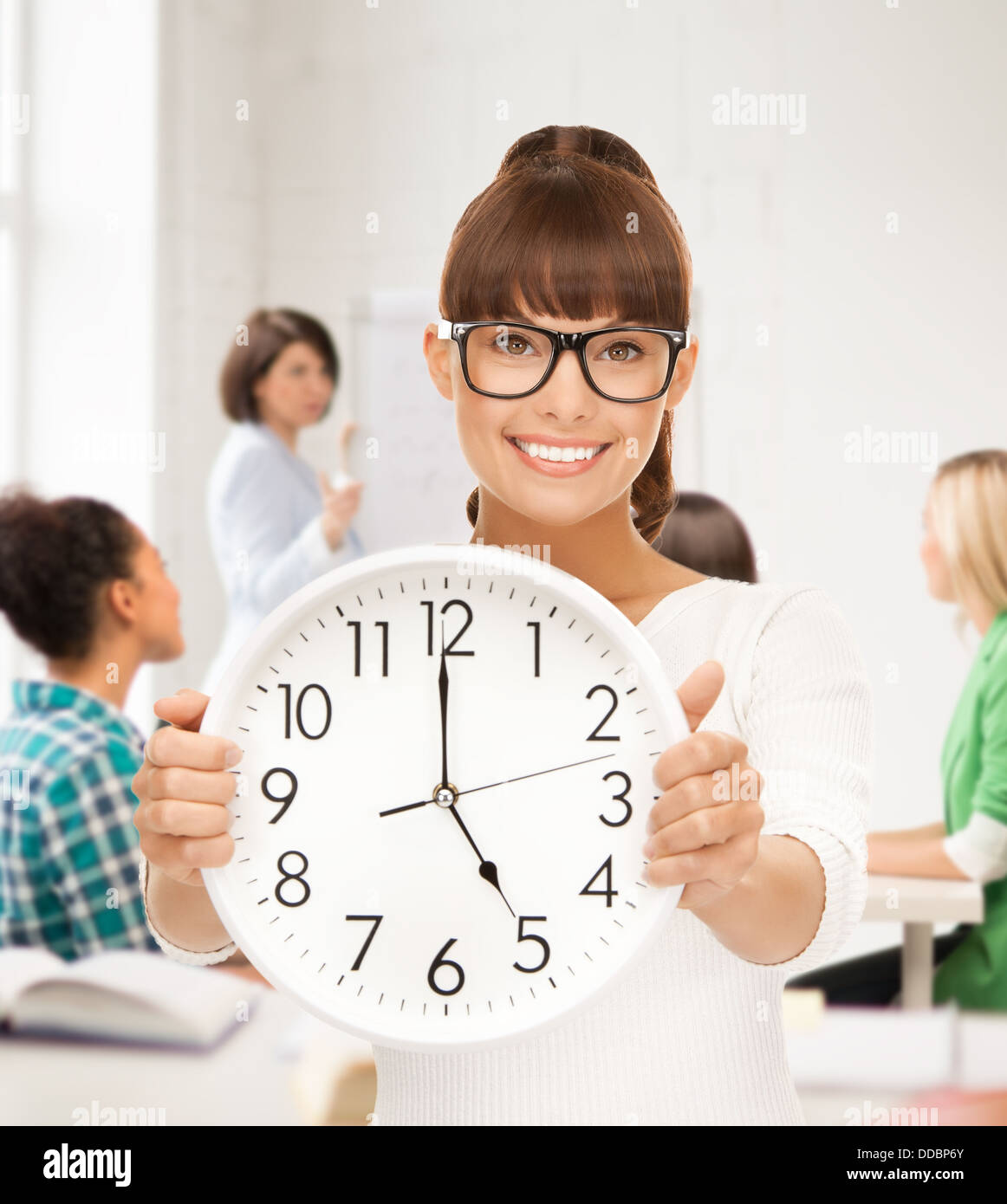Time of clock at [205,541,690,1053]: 4:59
